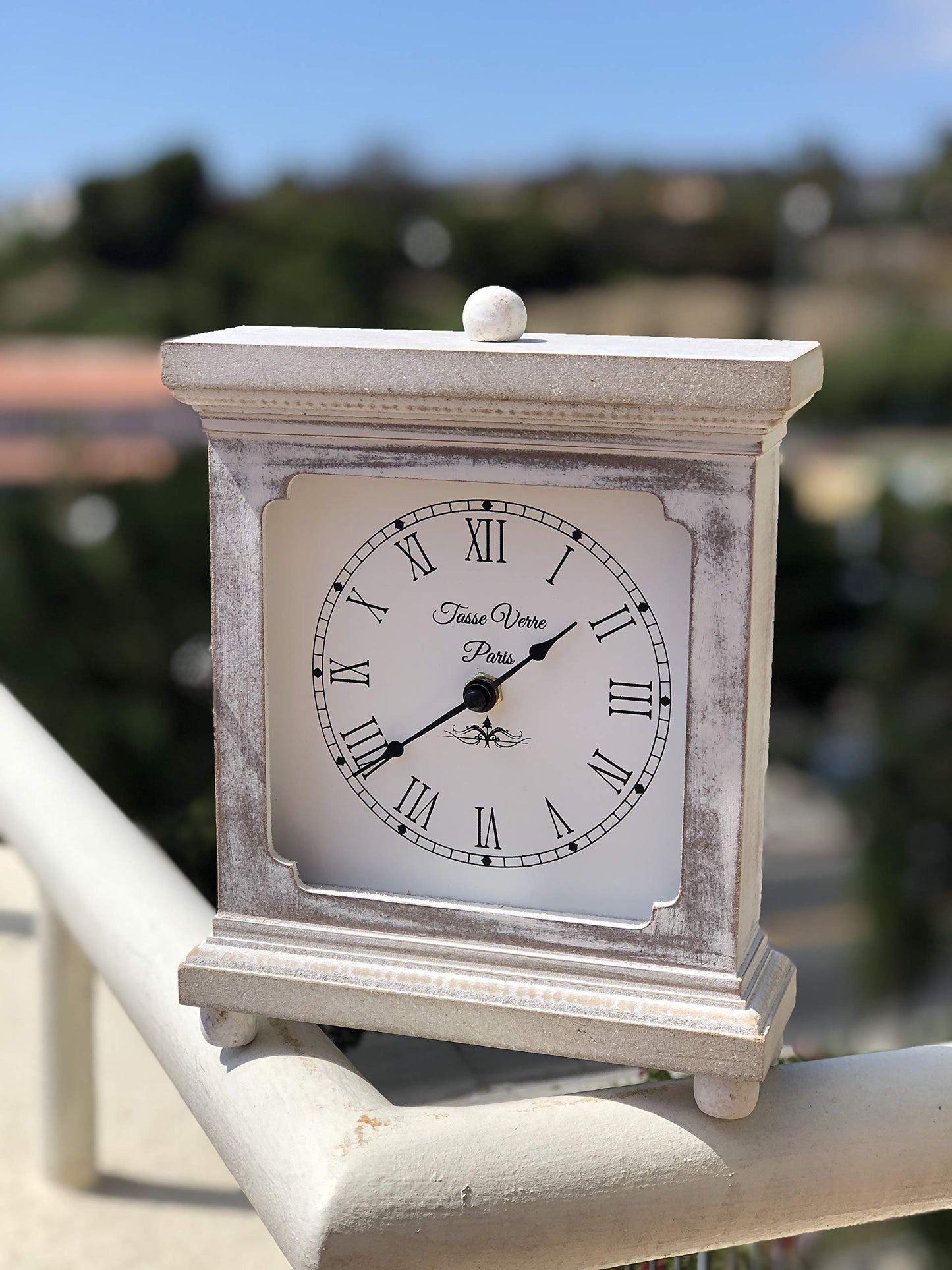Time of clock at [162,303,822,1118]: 1:38
